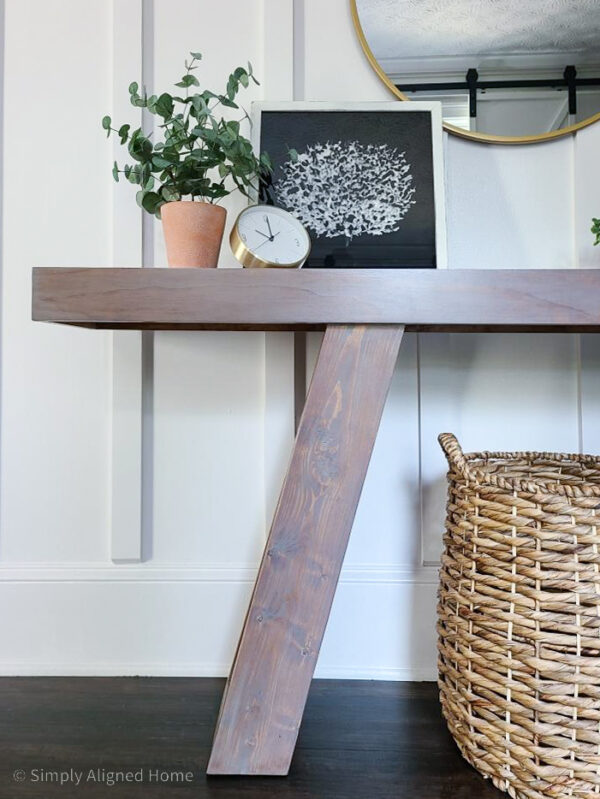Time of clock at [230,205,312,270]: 10:00
